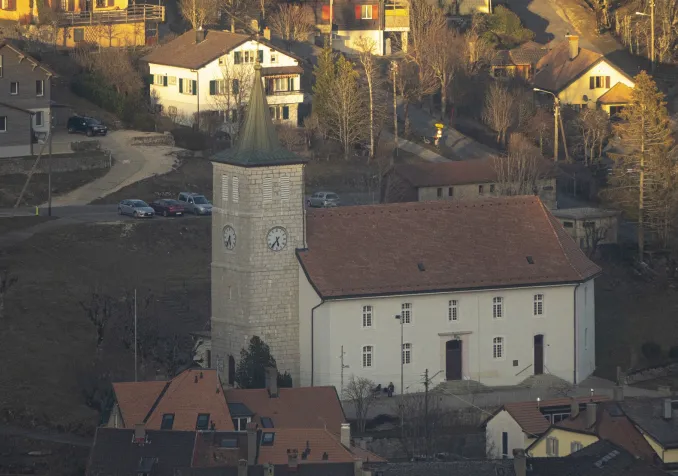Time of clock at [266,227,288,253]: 5:36
